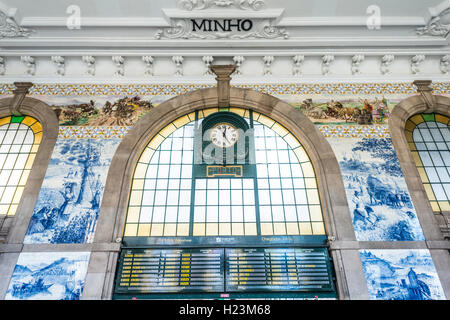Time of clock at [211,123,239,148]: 5:01
